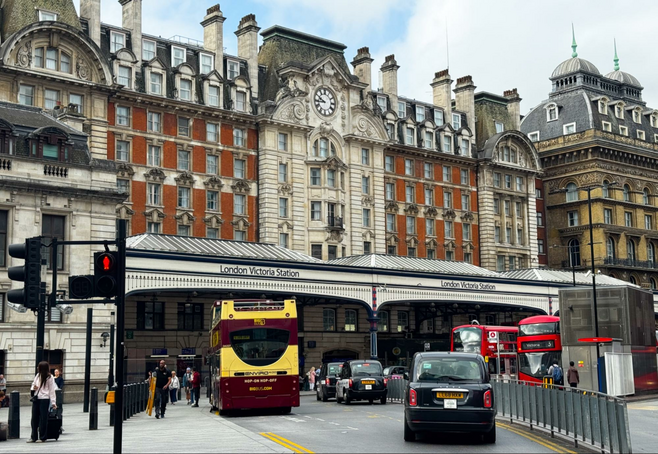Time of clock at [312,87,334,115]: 9:43
